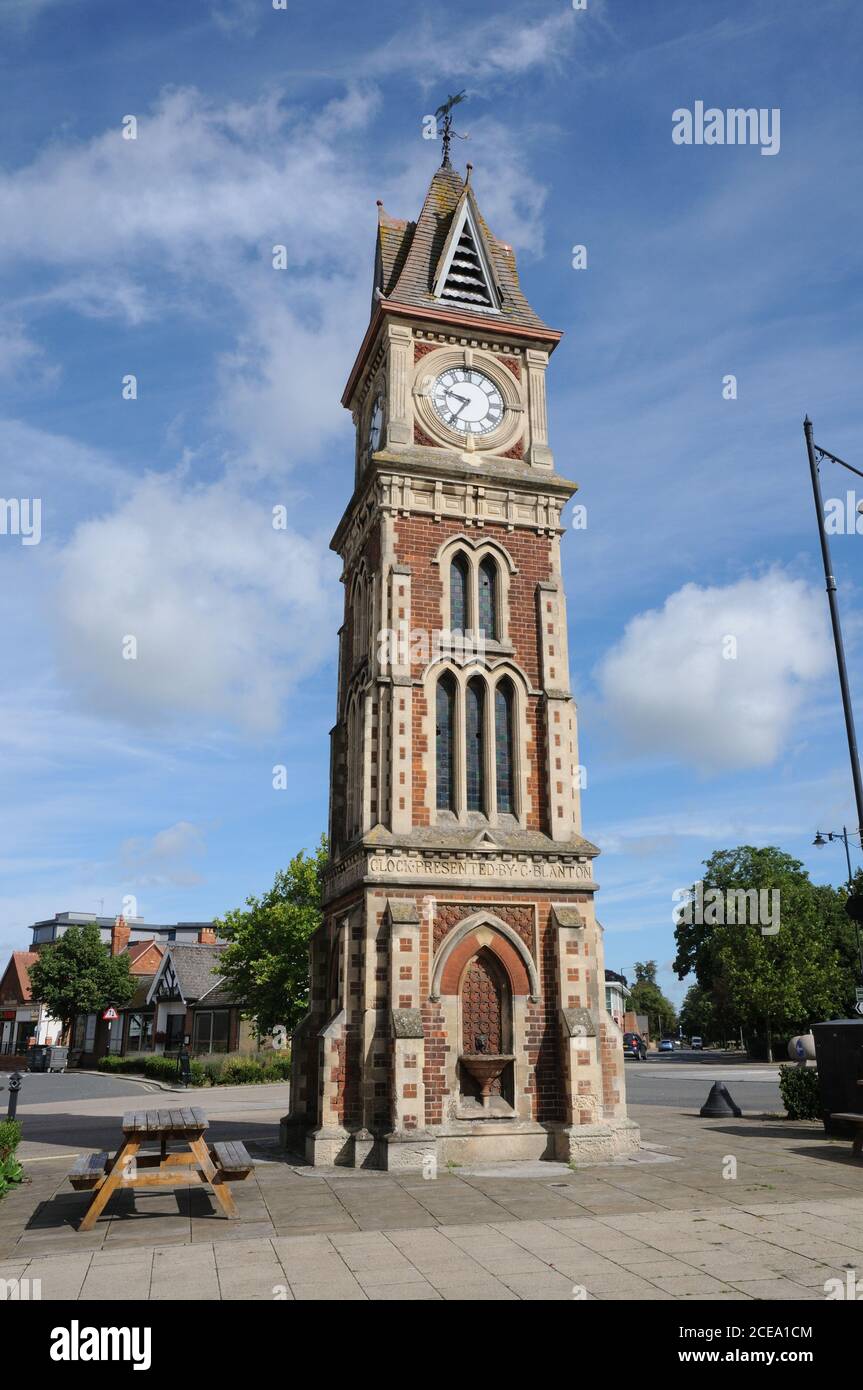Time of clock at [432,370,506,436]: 9:35
